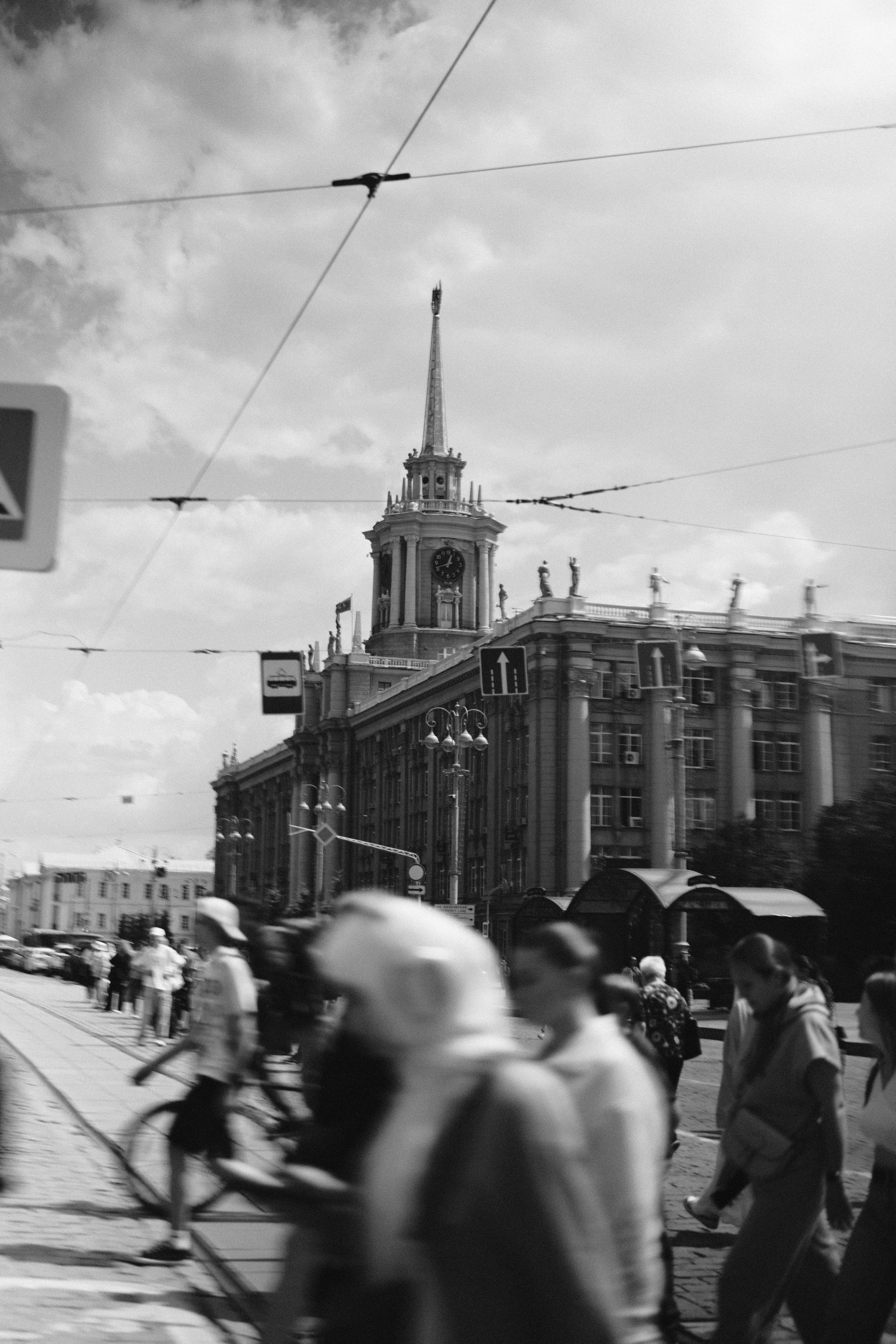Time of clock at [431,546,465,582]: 12:41
